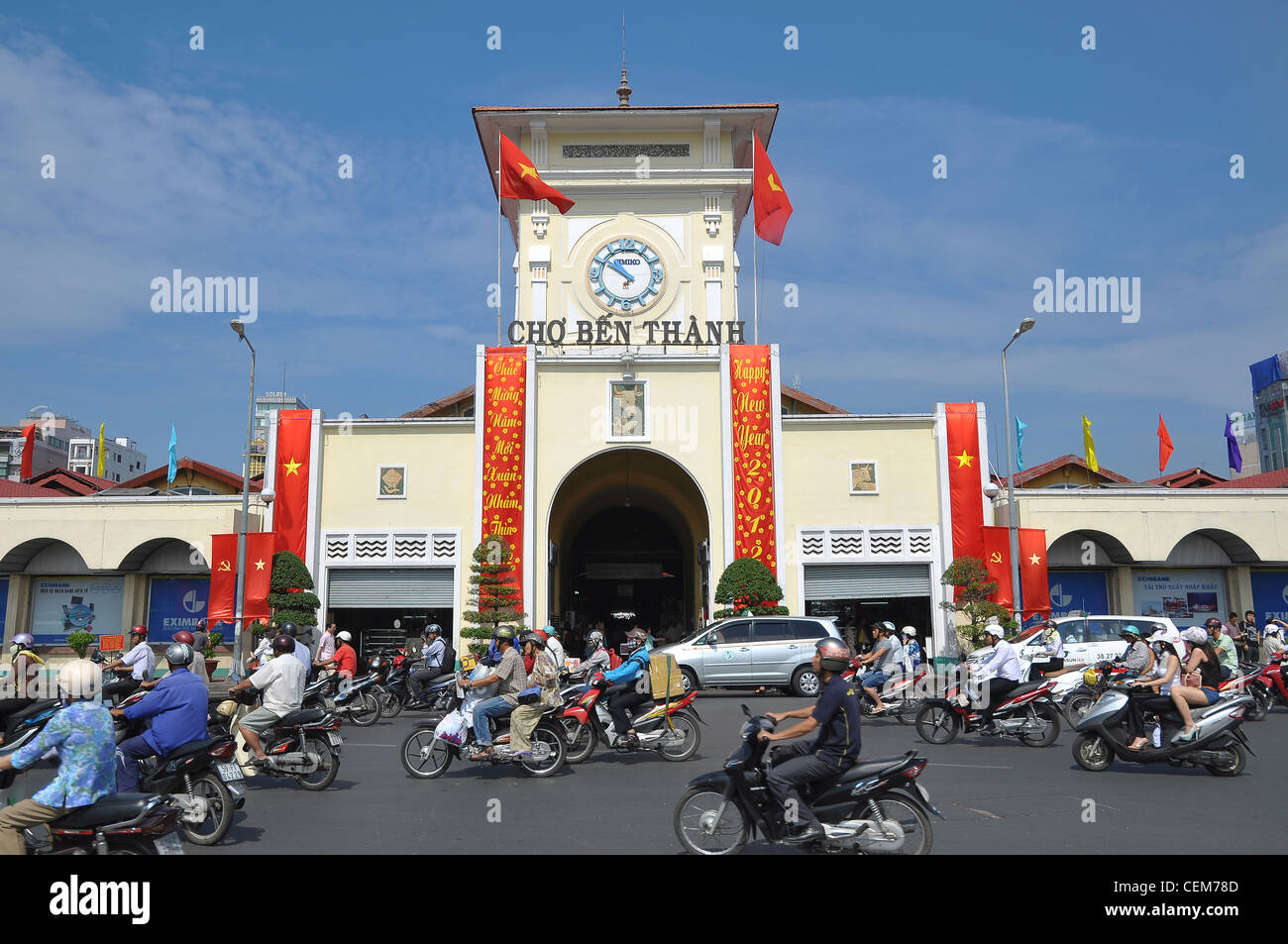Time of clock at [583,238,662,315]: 10:50
